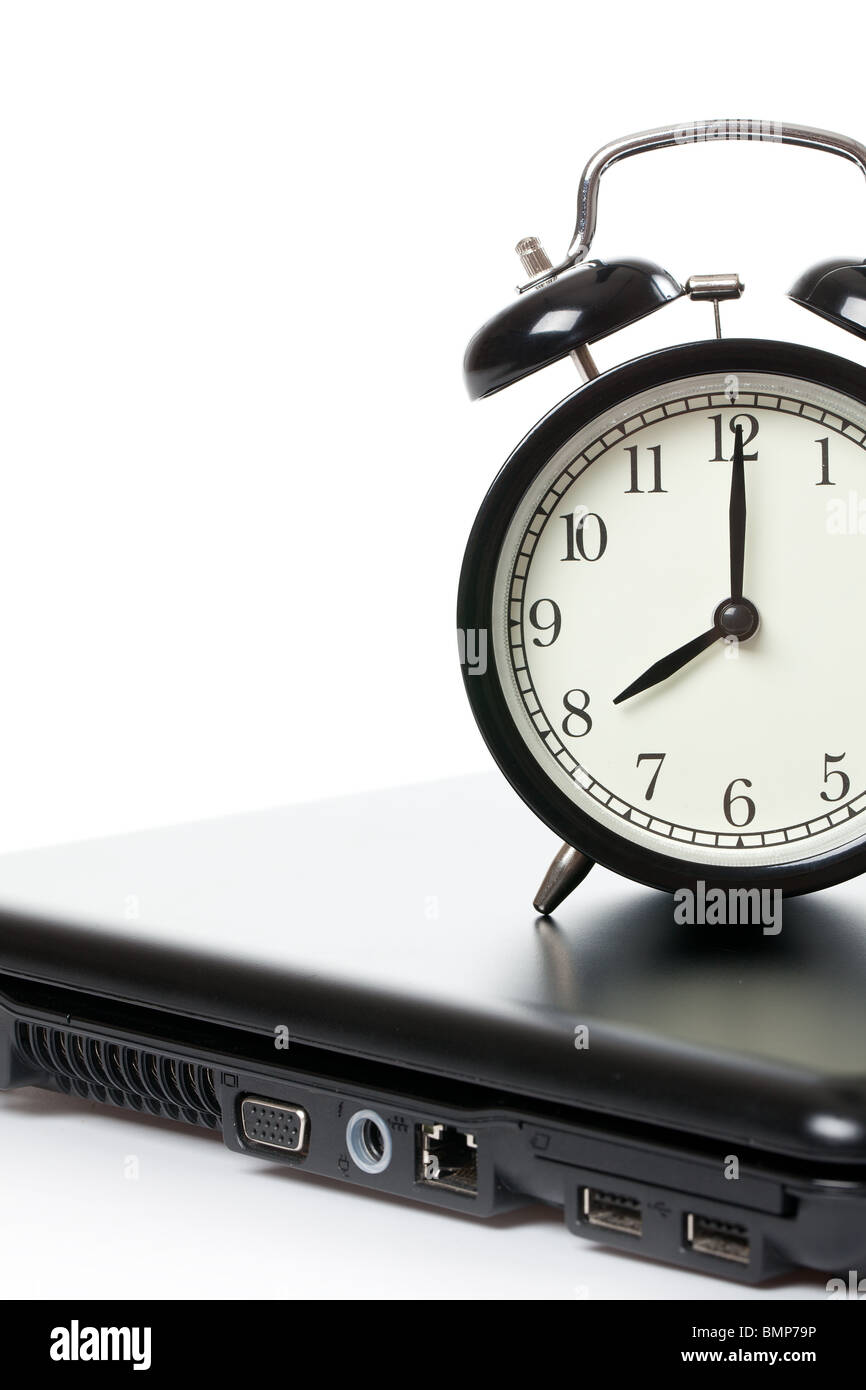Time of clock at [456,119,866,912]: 8:00
